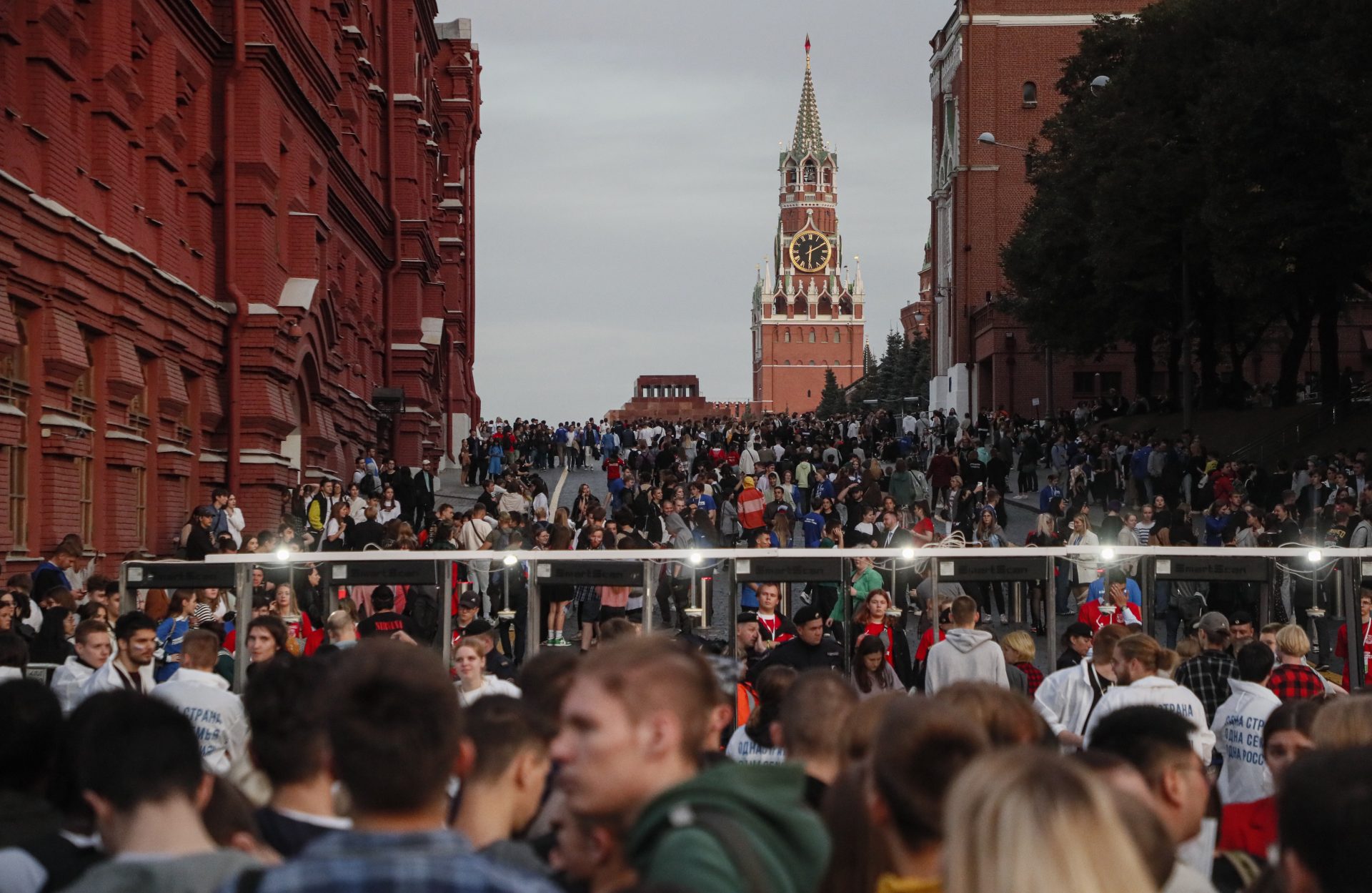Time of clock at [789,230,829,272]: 6:10
